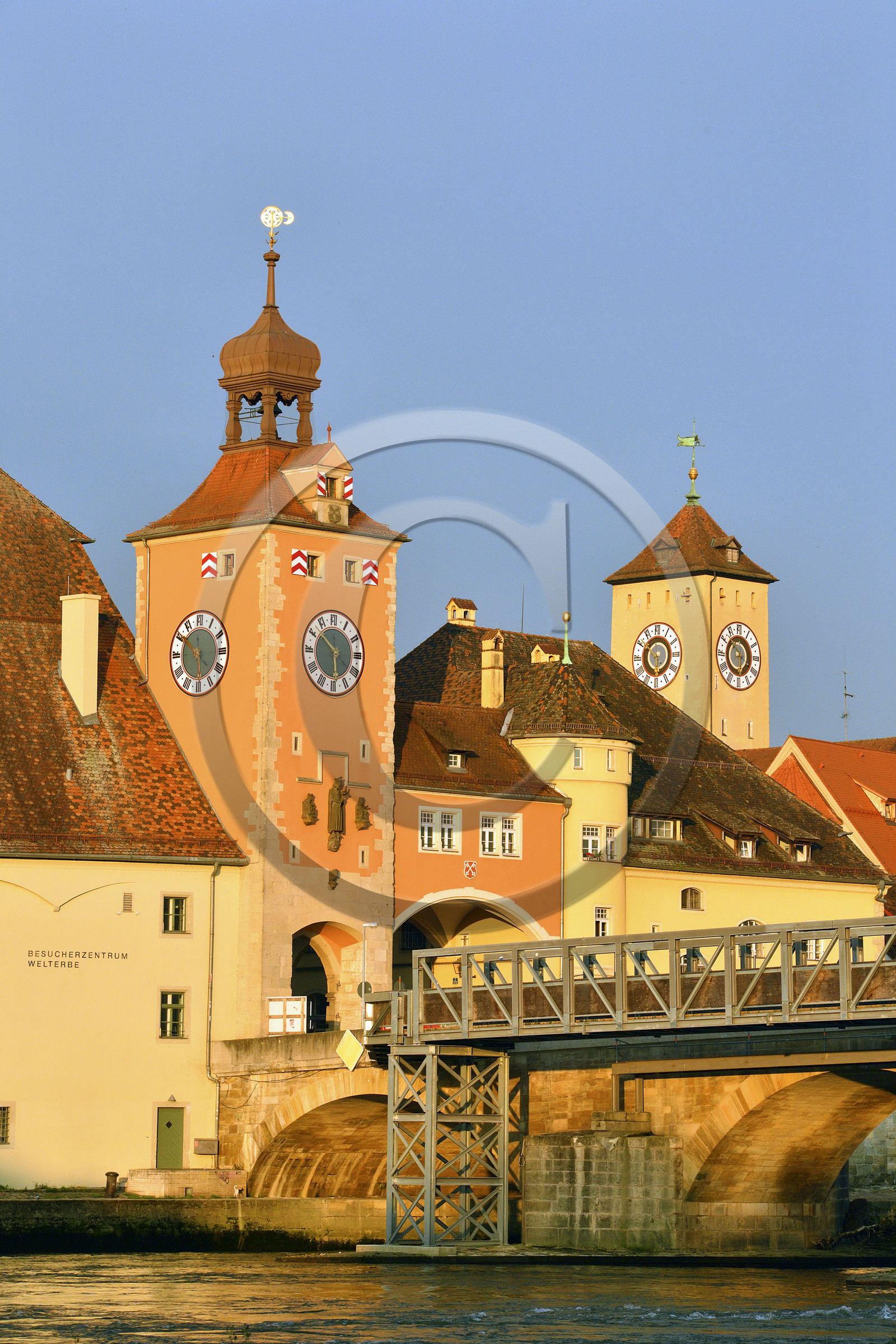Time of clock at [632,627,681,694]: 5:51
